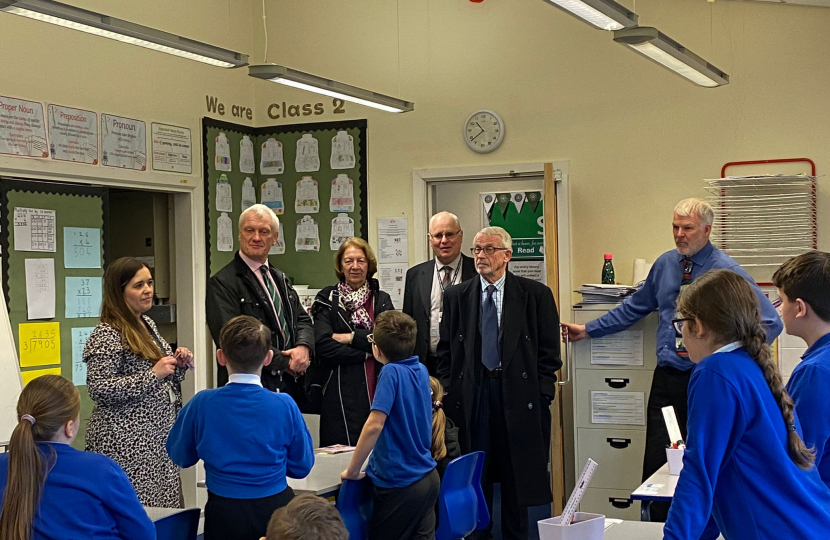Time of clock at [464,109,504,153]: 10:38
